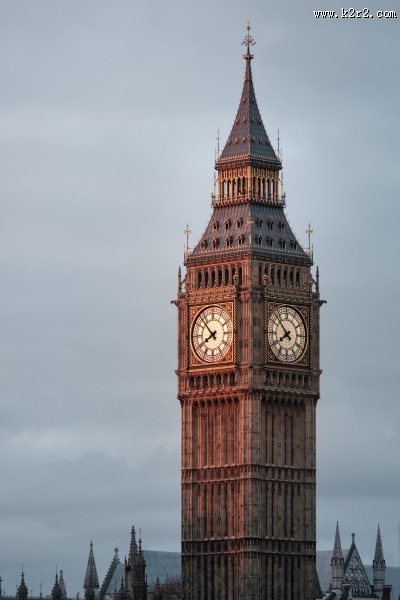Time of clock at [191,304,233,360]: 7:52
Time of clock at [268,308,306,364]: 7:52
